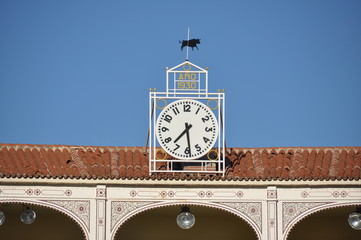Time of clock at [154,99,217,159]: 7:28
